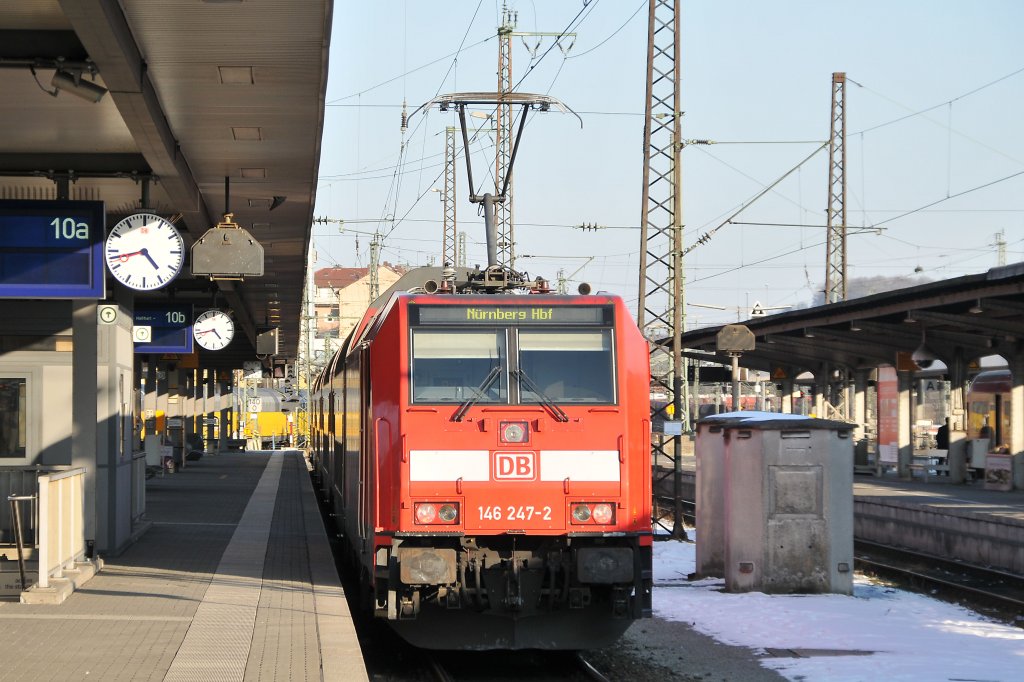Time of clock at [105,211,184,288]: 4:42
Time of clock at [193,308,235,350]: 4:42
